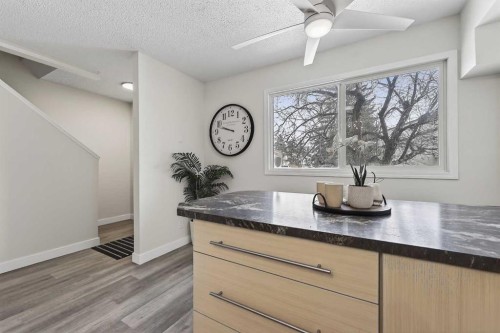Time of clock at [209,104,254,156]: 9:47
